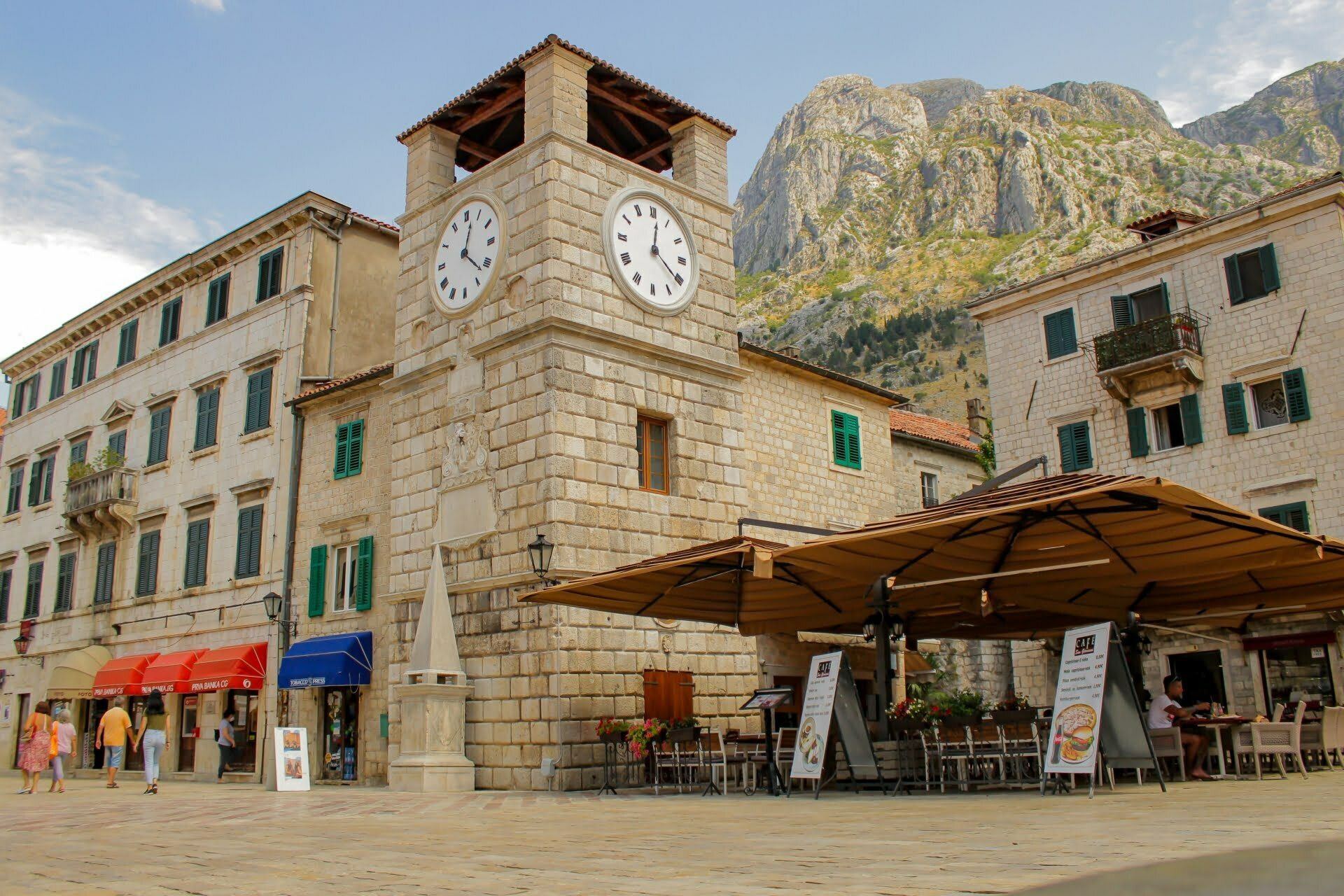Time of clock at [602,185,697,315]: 12:20
